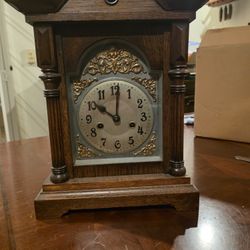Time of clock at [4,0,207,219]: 10:00
